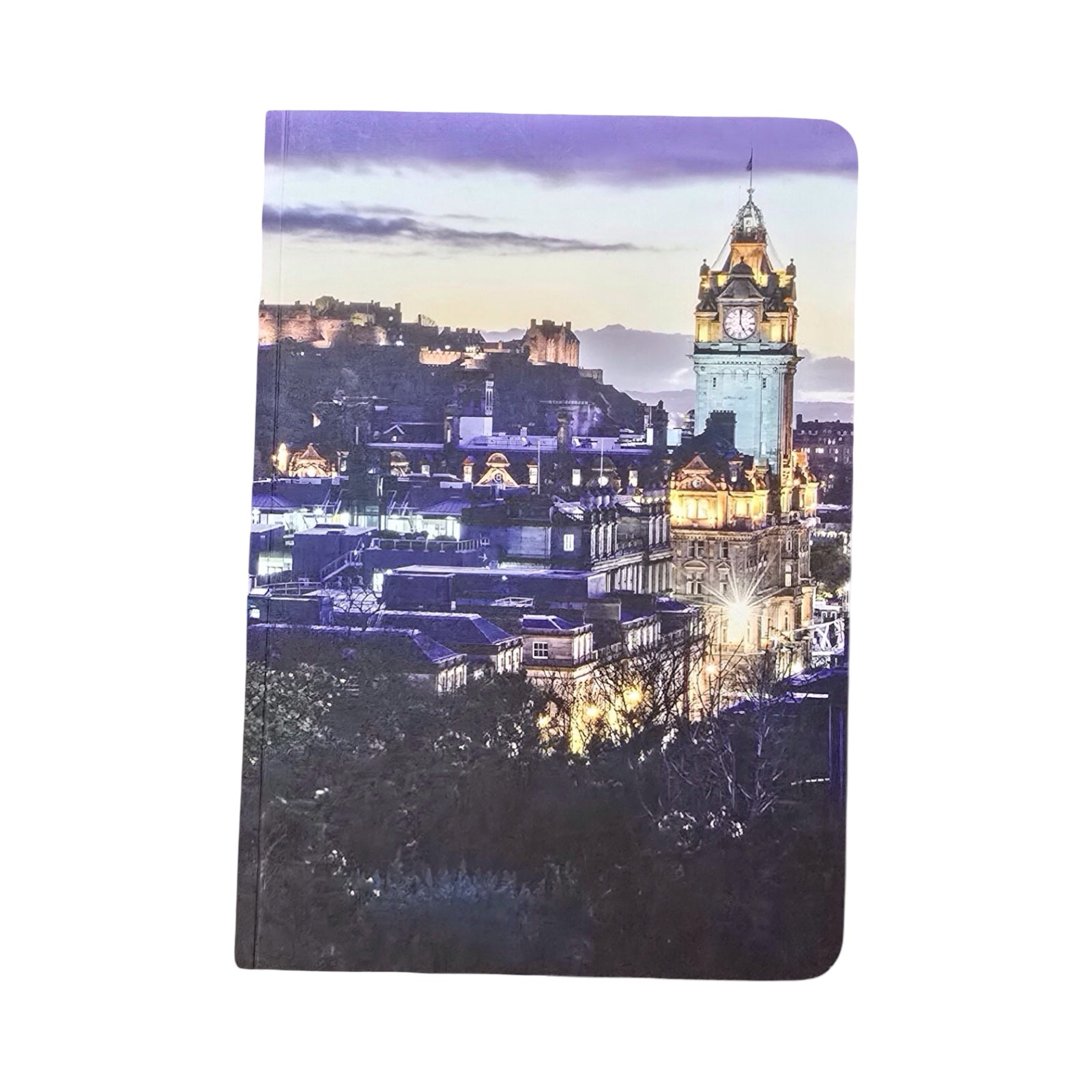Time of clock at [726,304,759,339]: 4:59
